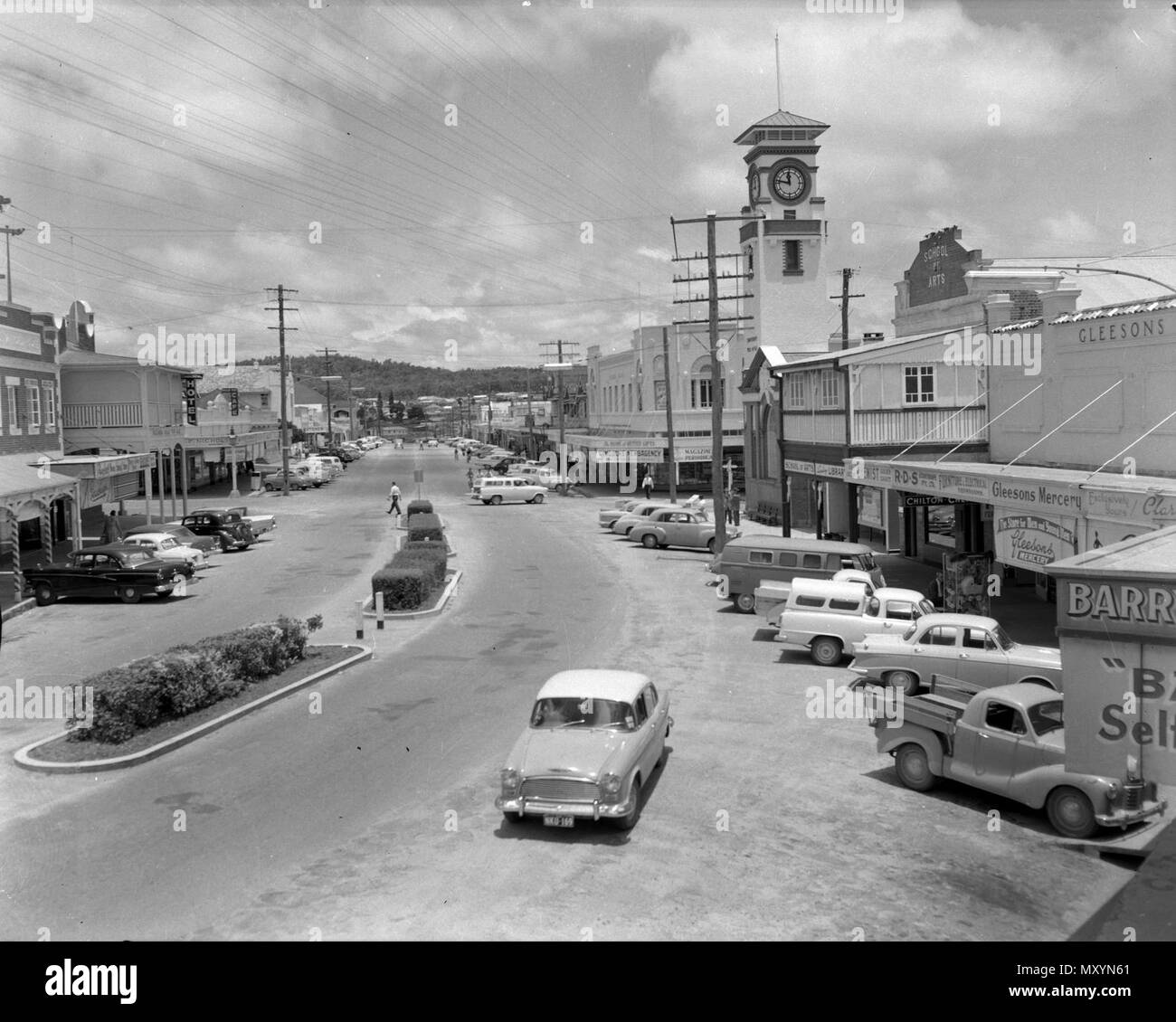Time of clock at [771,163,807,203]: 11:46
